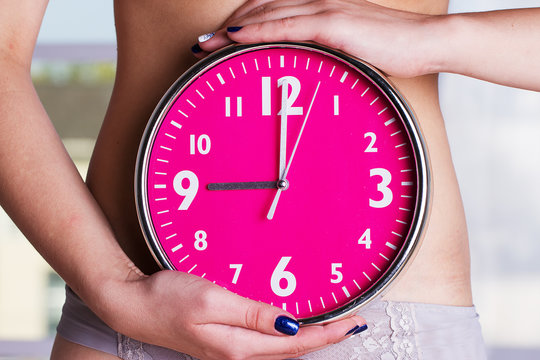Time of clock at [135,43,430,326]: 9:00
